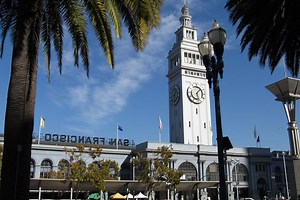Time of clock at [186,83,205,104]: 1:28
